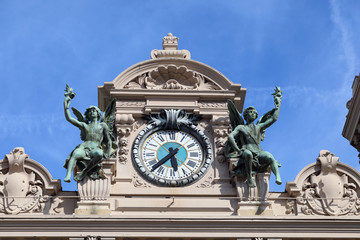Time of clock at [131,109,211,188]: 5:37
